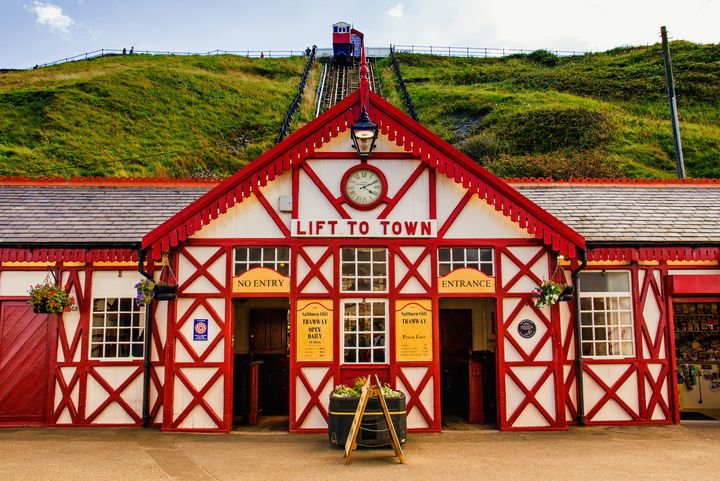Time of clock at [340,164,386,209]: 4:10
